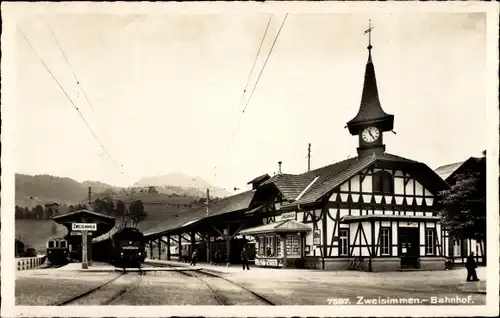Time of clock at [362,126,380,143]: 11:24
